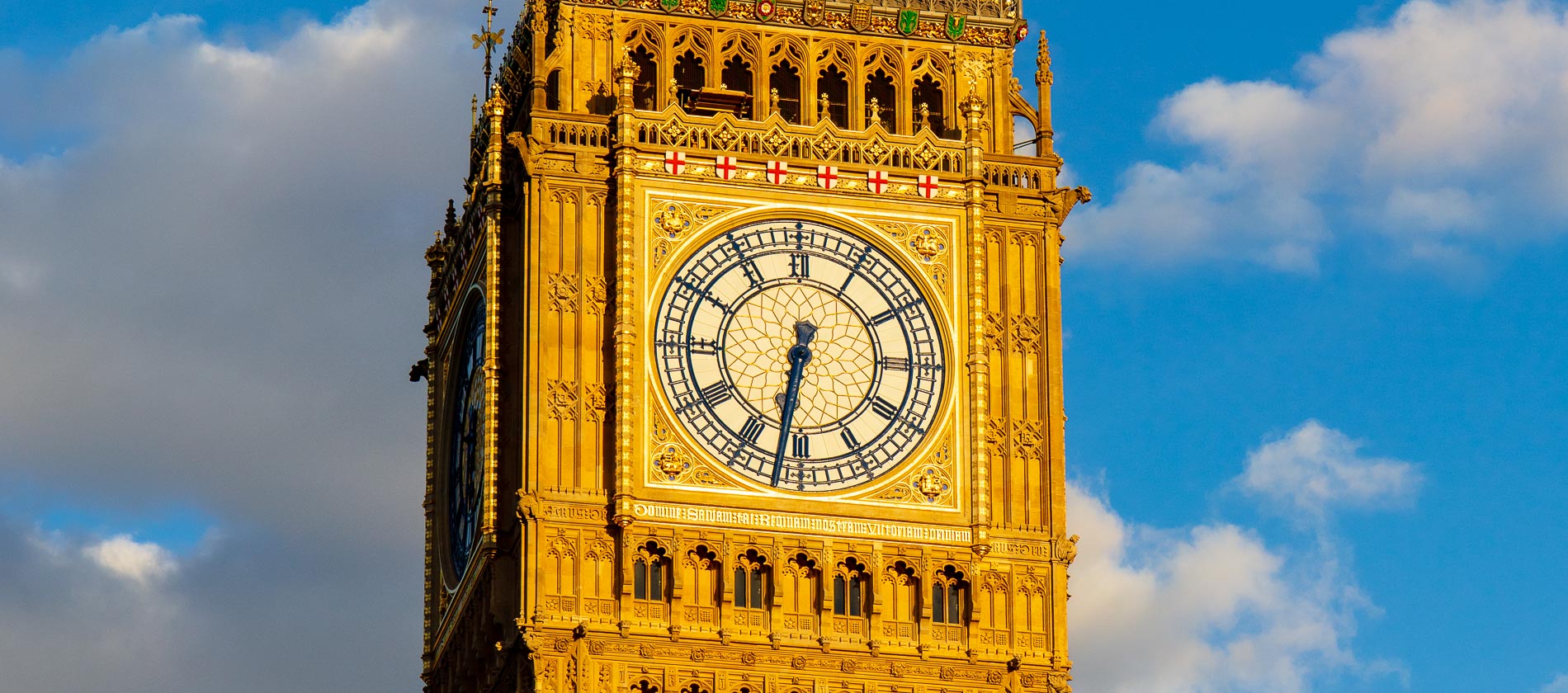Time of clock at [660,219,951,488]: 6:31
